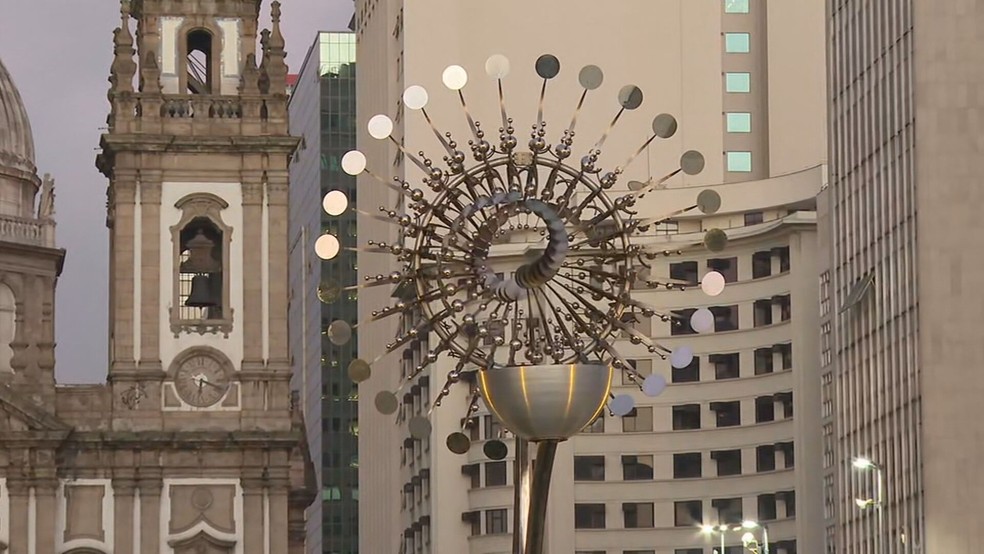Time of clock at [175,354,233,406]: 6:18
